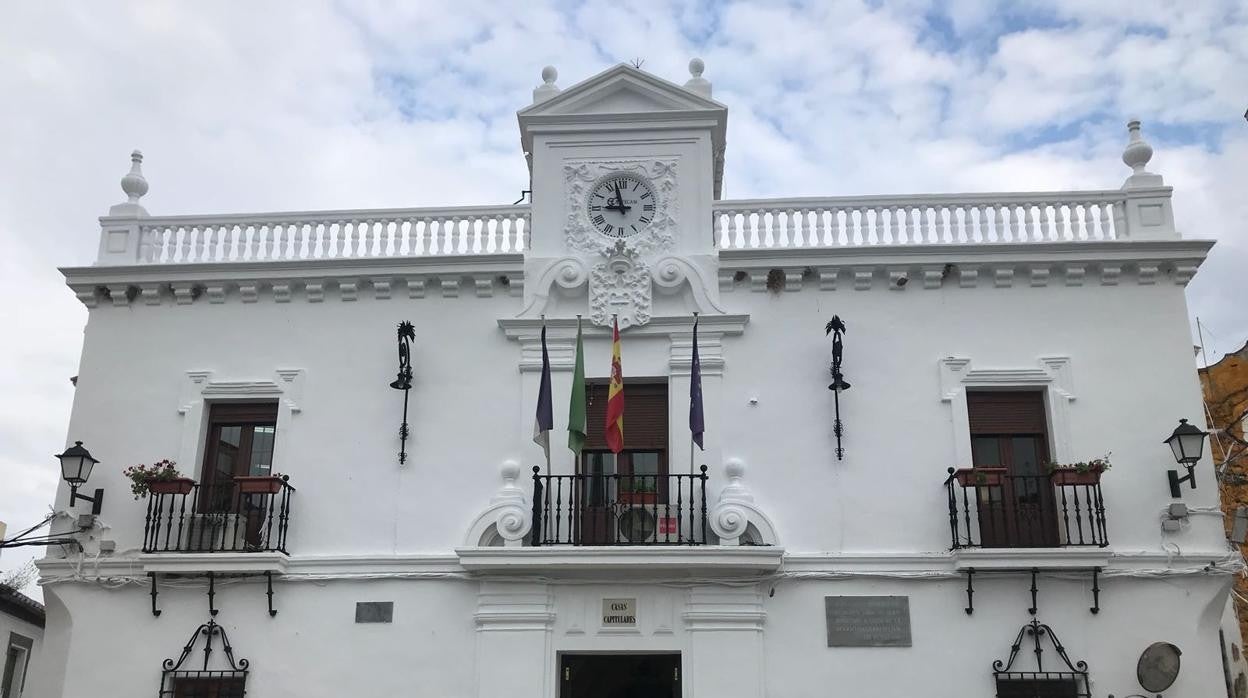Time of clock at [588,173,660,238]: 8:57
